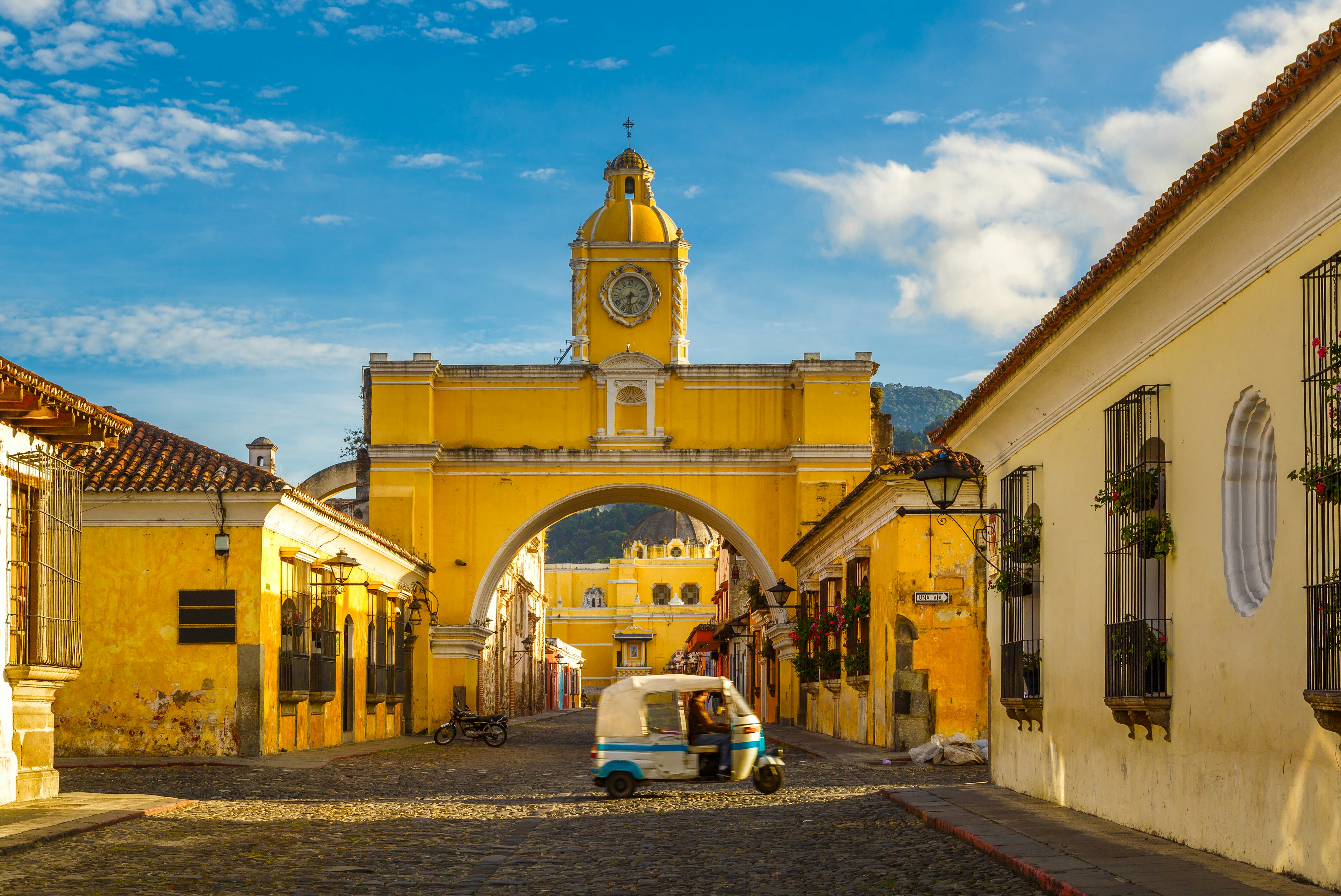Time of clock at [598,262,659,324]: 6:41
